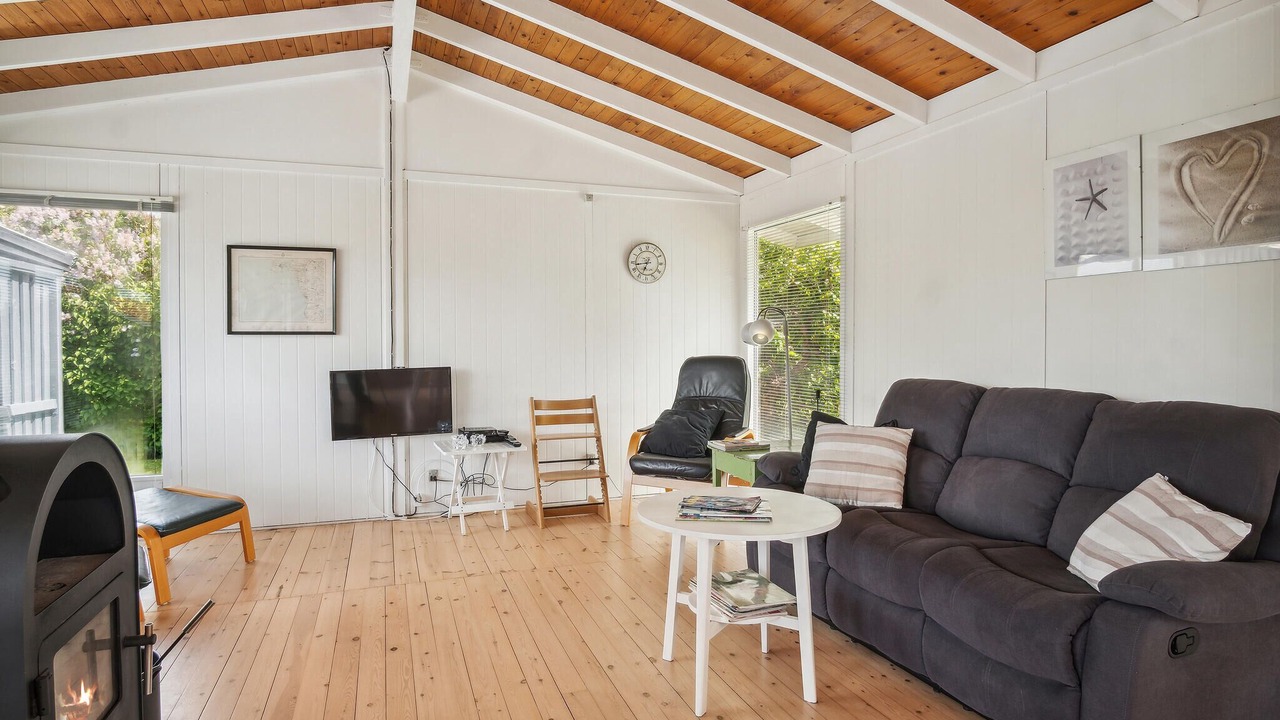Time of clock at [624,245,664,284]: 6:43
